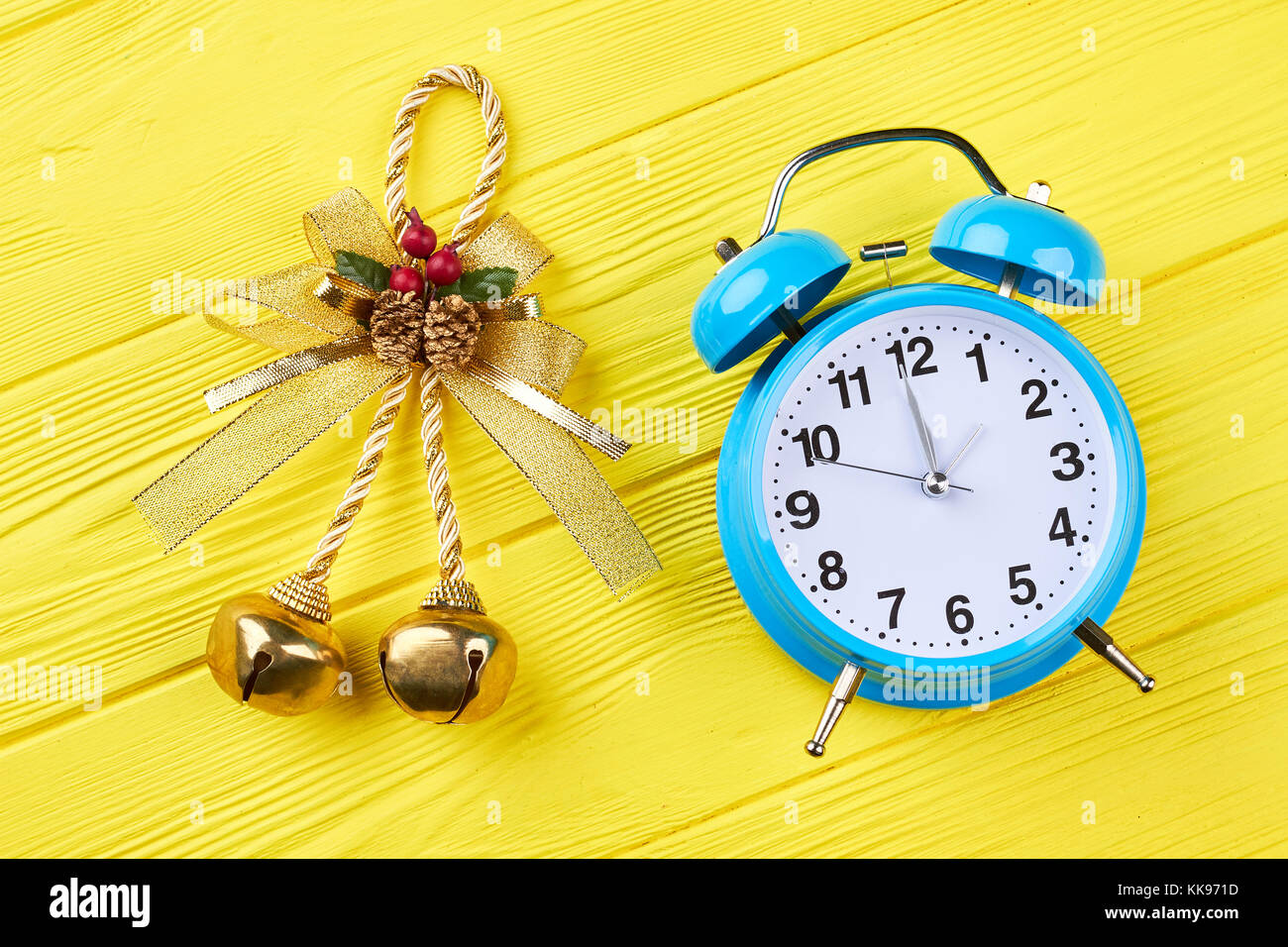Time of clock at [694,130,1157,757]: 11:48
